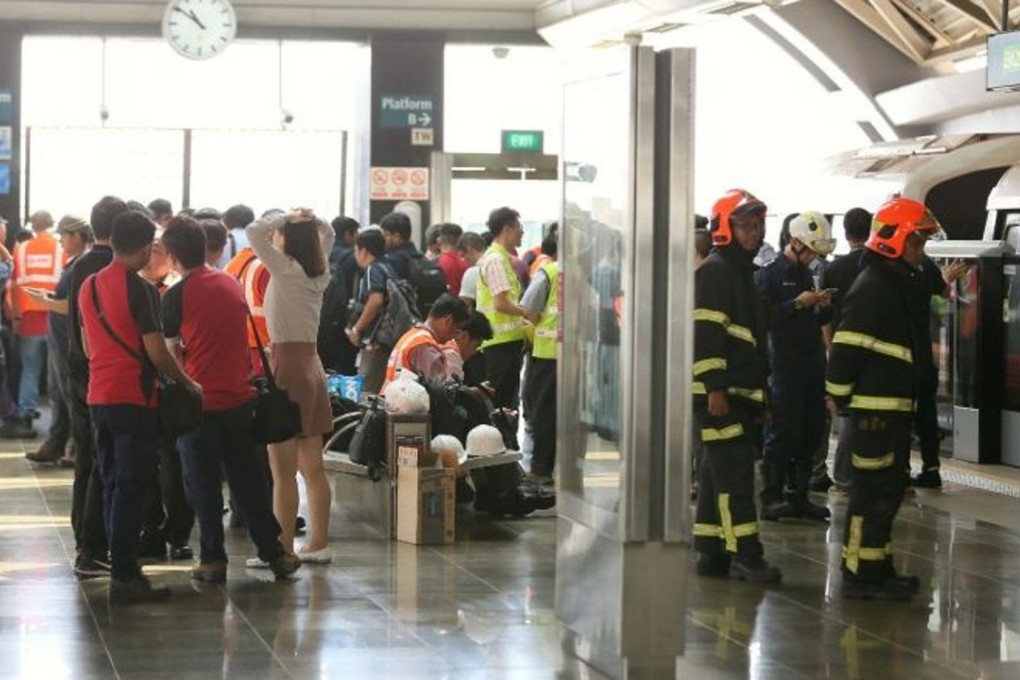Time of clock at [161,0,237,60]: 10:51
